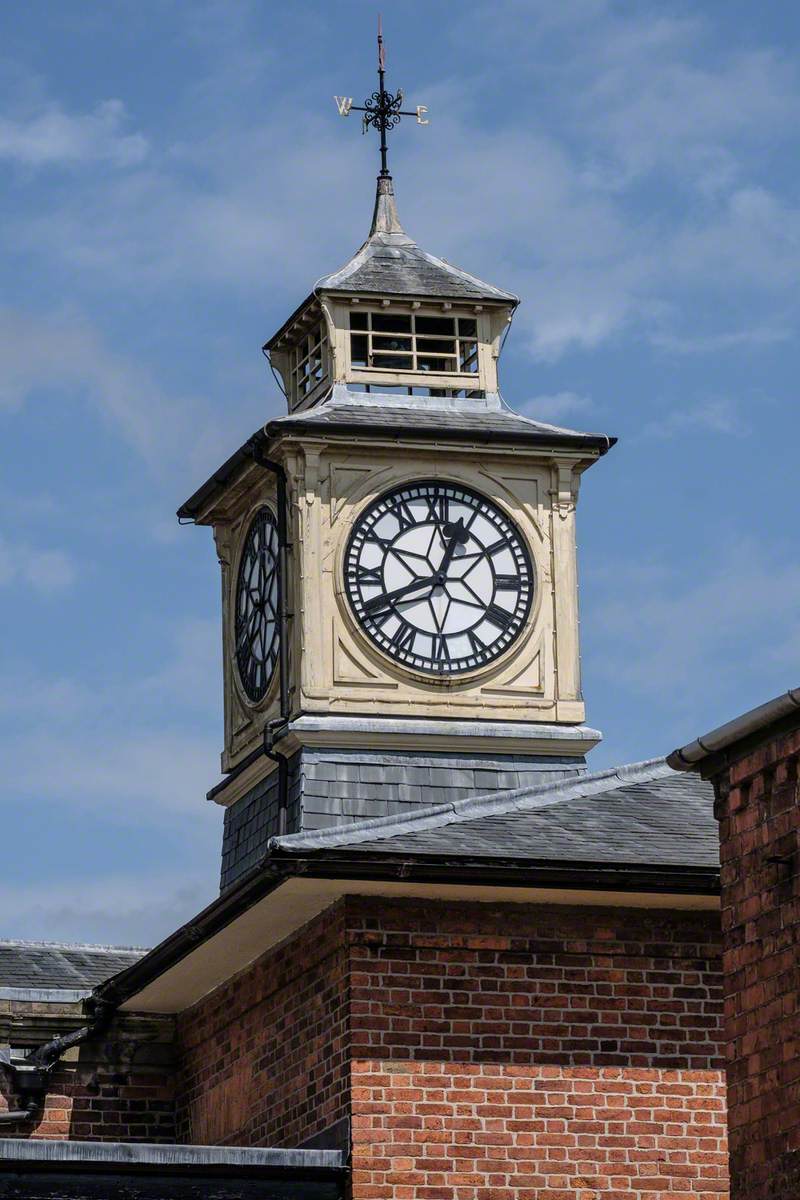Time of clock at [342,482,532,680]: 12:41
